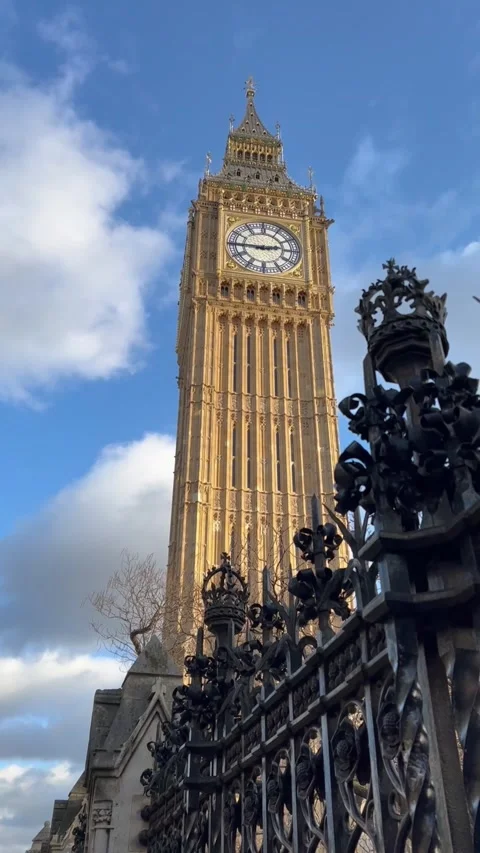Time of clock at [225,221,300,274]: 2:45
